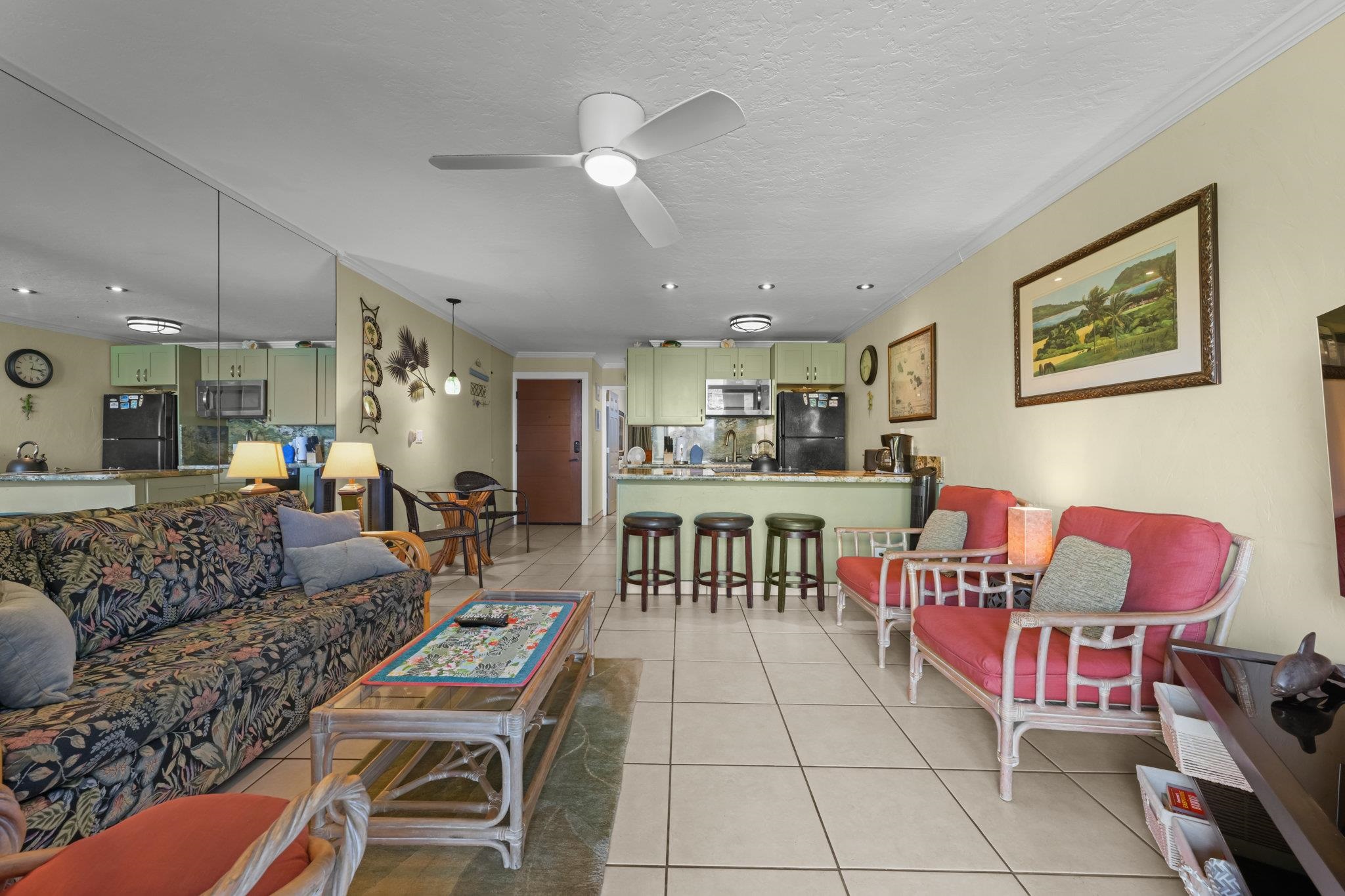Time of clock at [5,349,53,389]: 3:17
